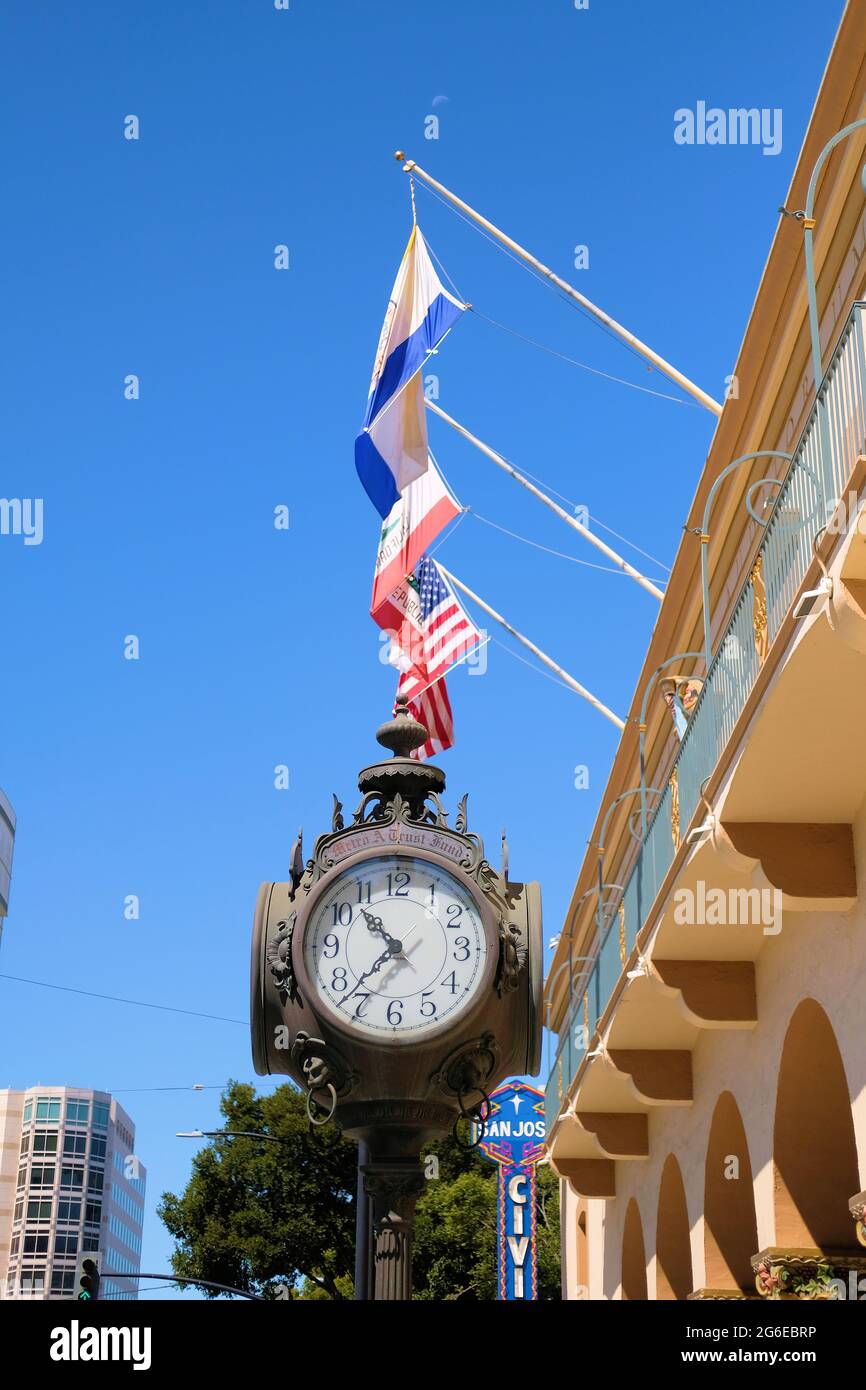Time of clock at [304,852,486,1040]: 10:37
